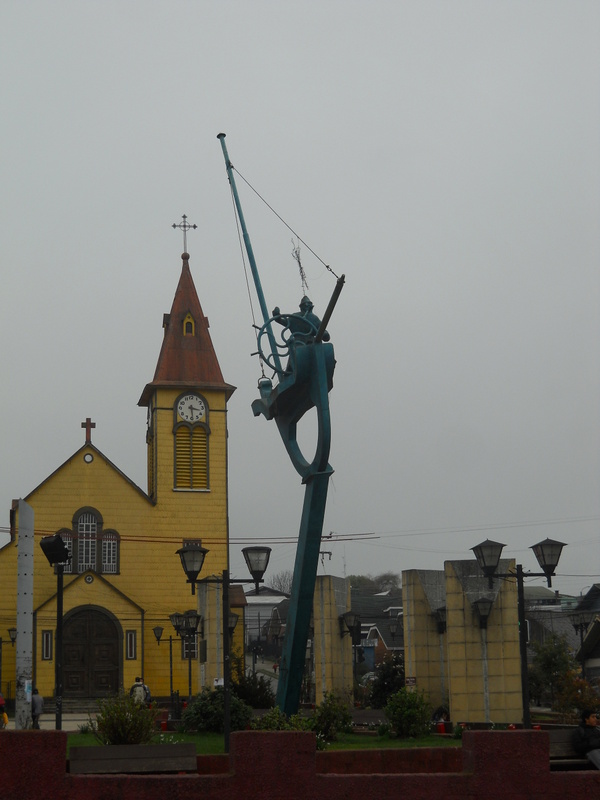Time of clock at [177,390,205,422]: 3:29
